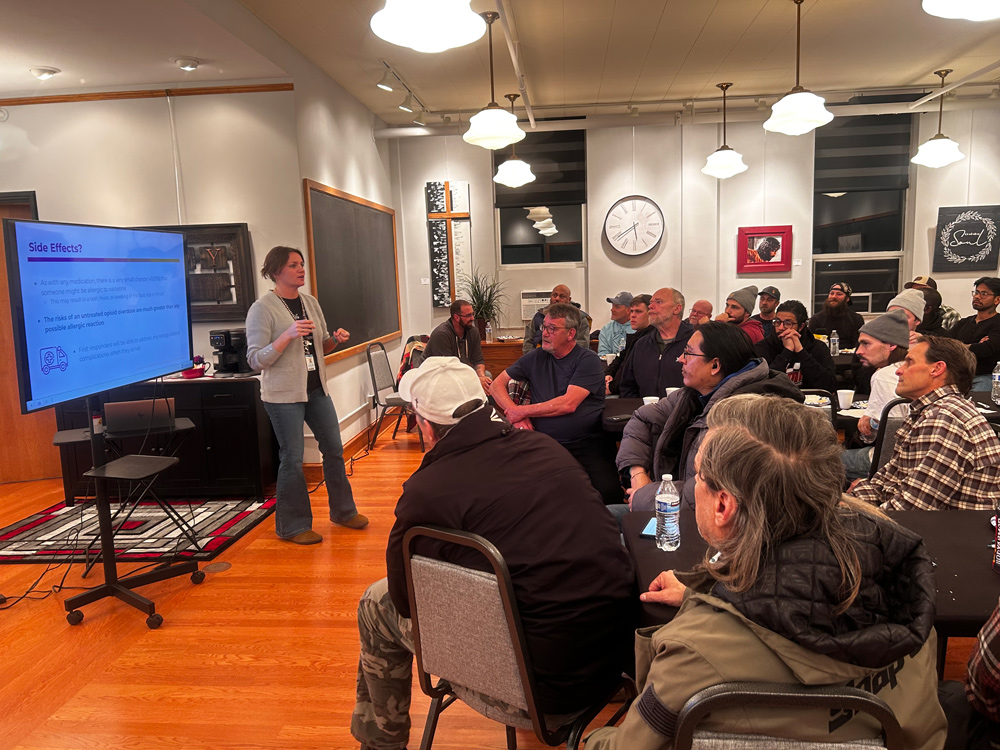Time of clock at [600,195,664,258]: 5:40
